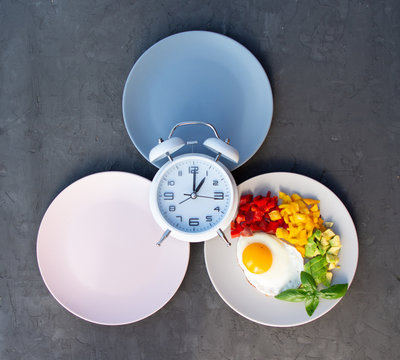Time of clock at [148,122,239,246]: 1:00
